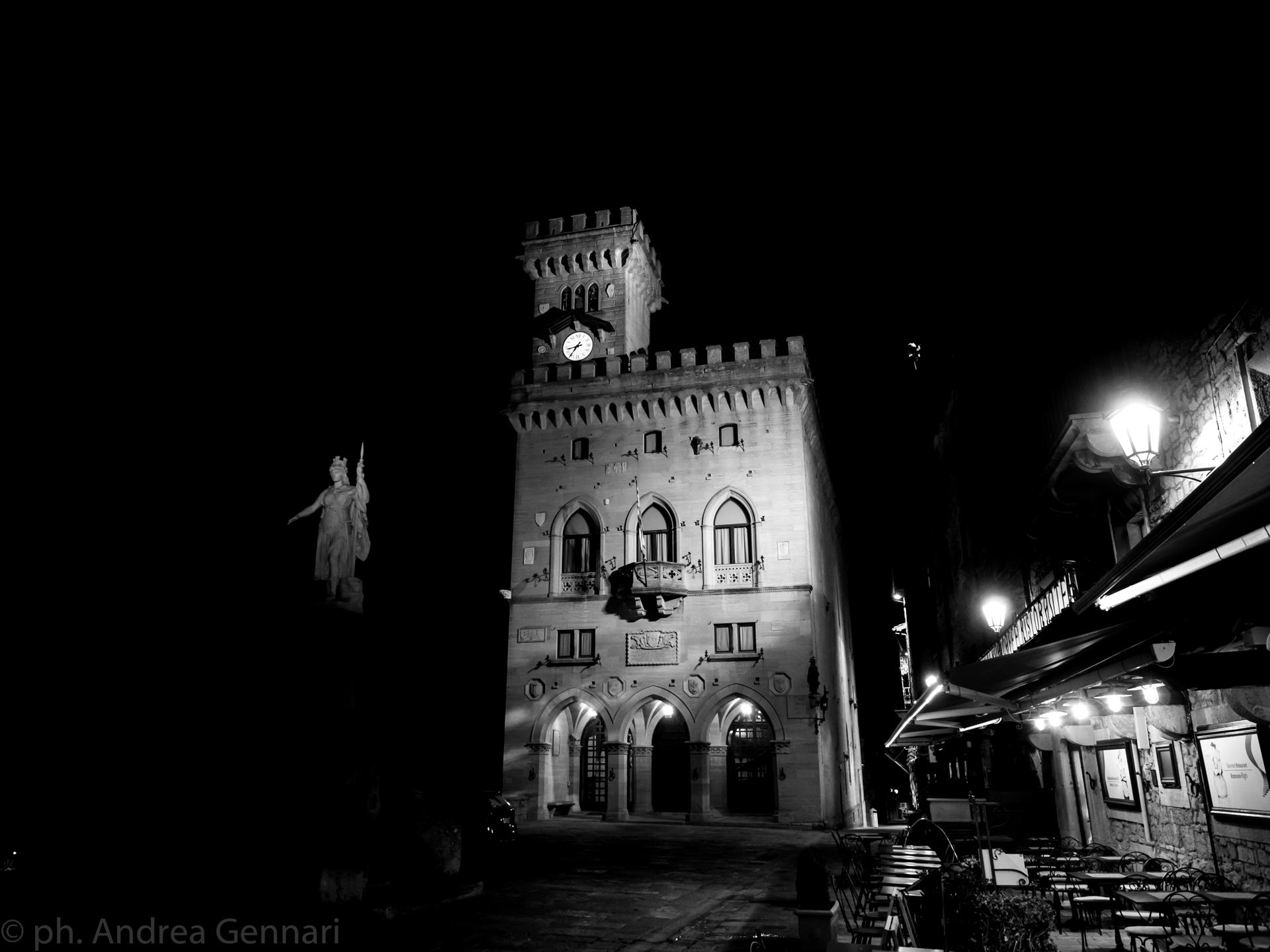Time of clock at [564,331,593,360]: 8:35
